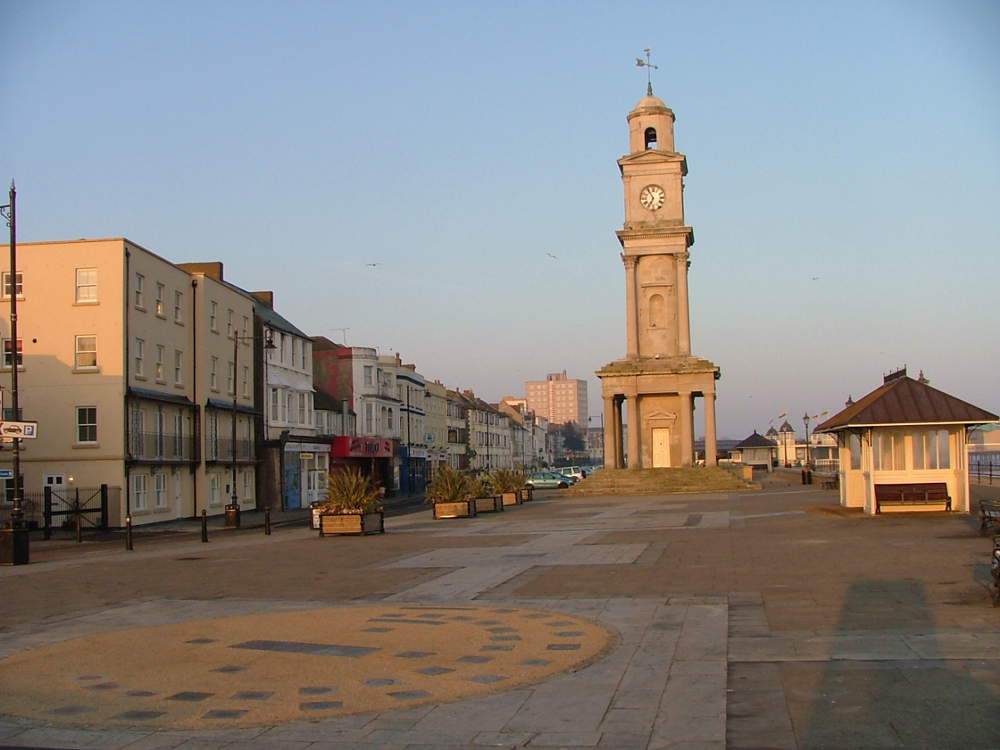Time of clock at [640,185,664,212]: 6:54
